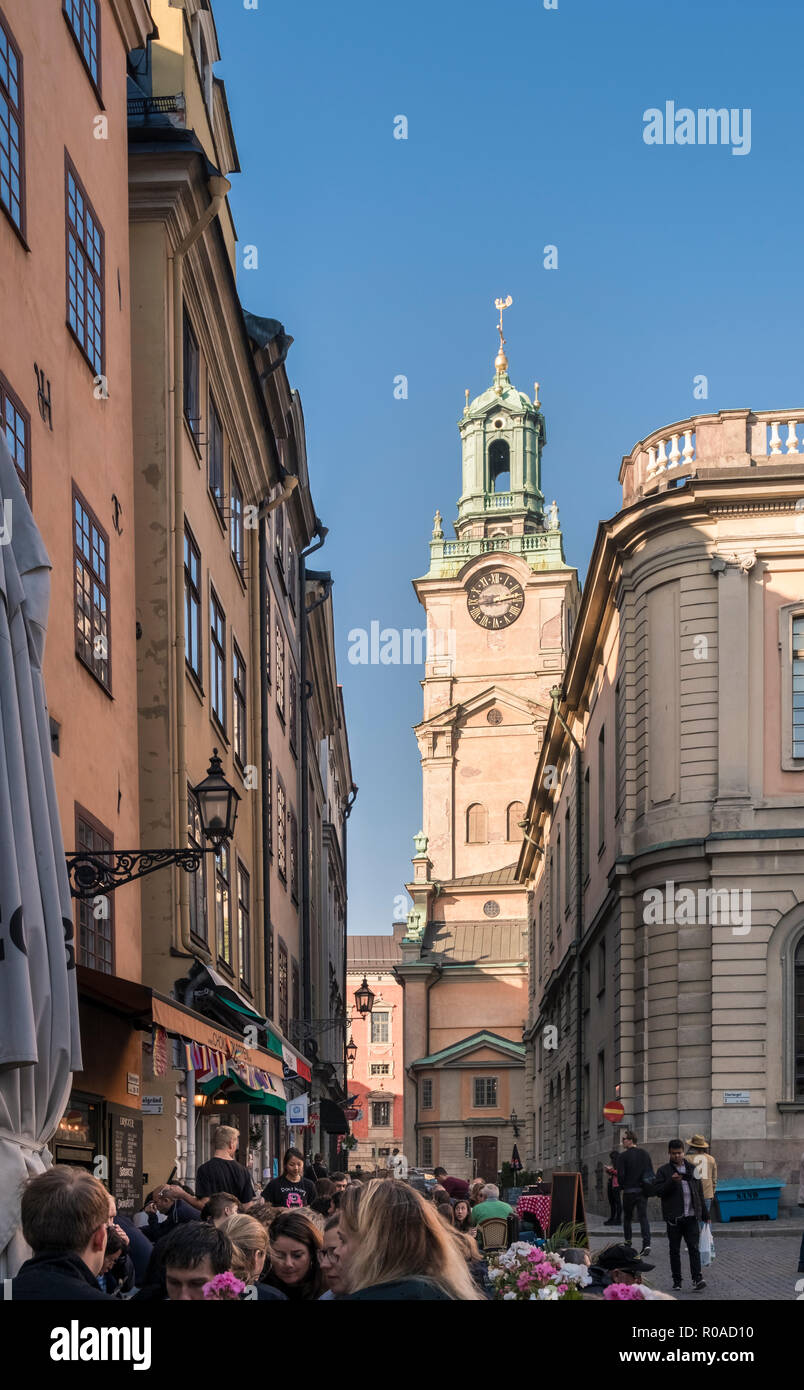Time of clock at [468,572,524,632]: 8:12
